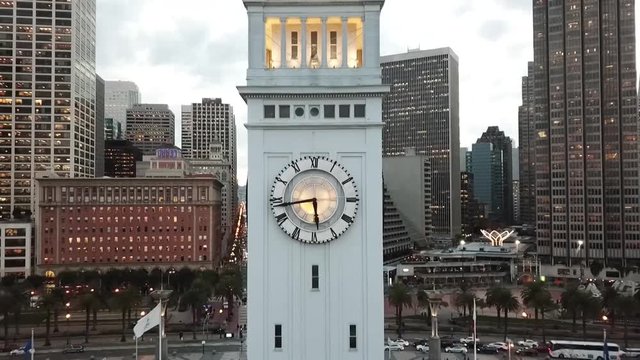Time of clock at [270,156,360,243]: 5:43
